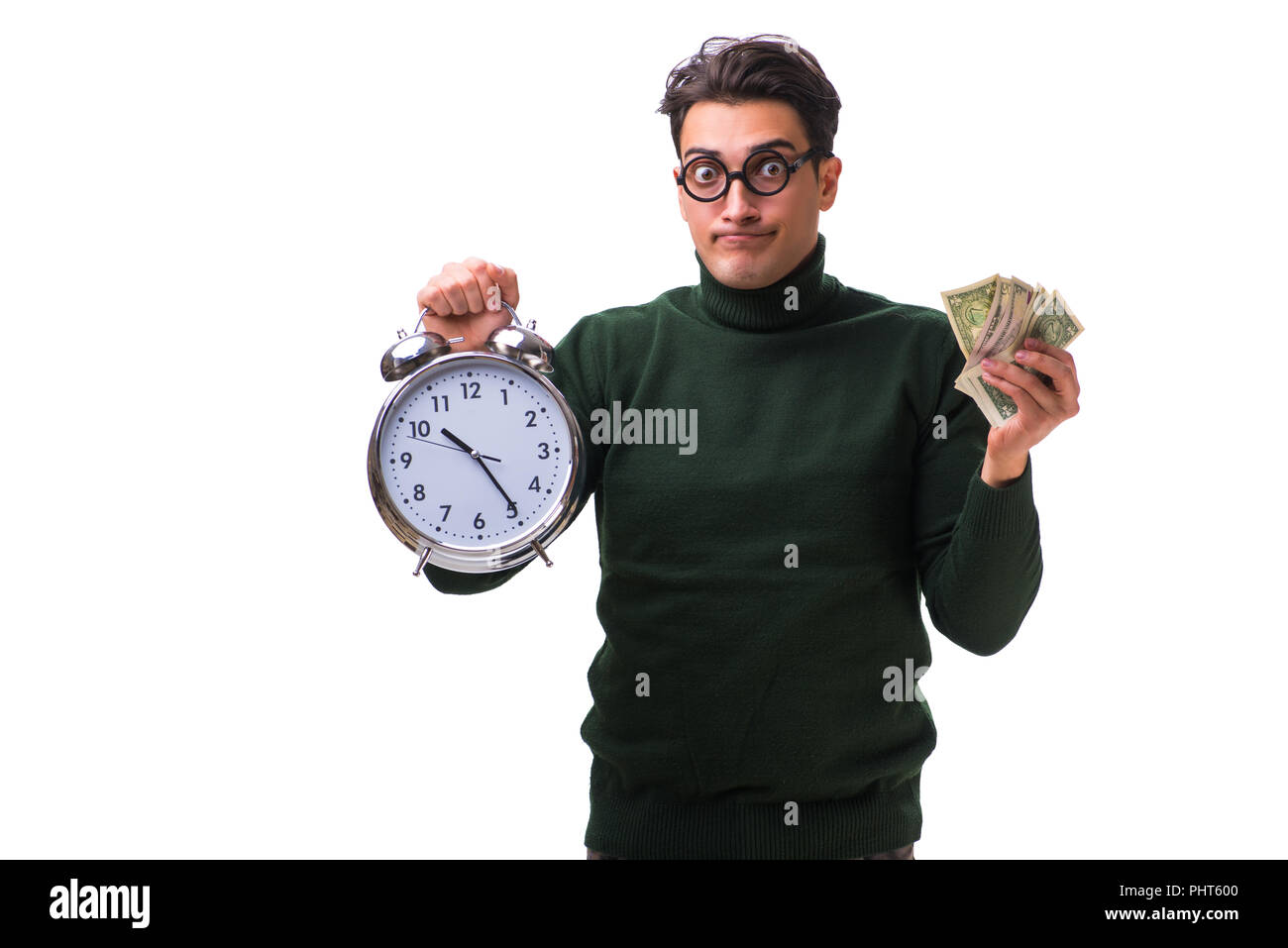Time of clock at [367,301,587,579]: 10:24
